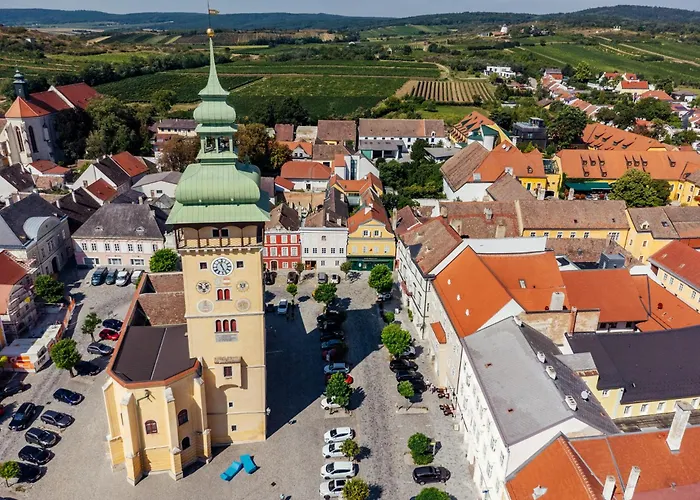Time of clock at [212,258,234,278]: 11:25
